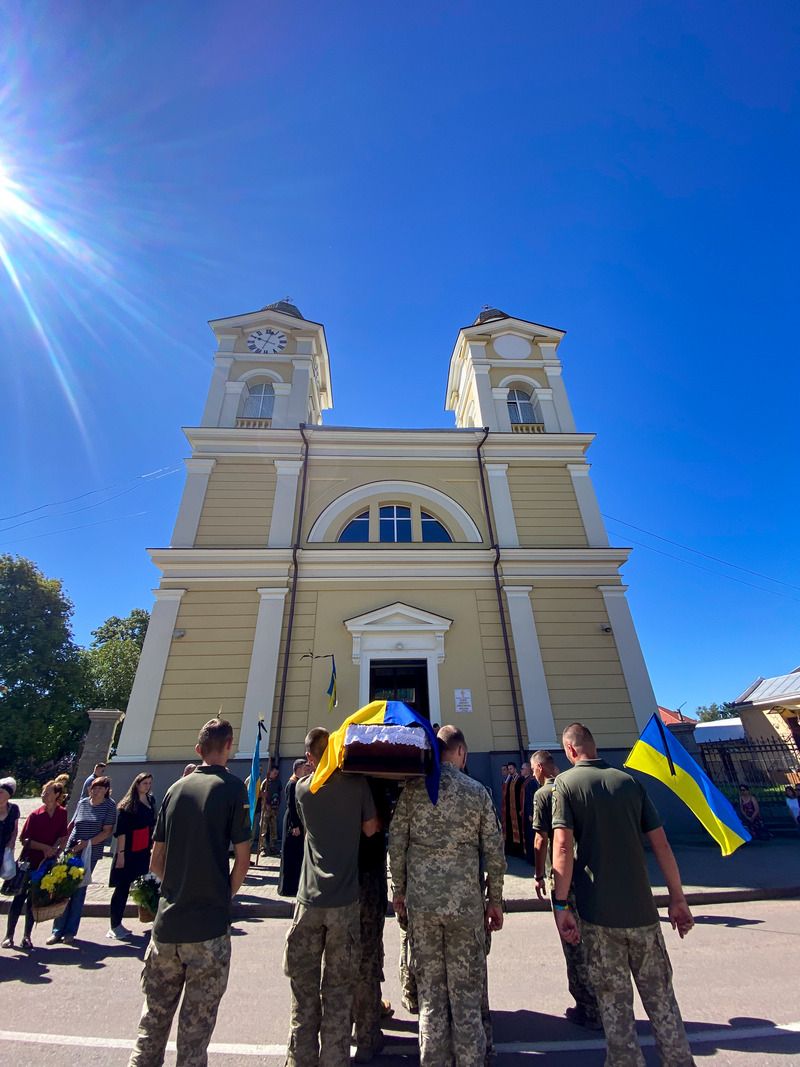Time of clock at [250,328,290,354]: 10:02
